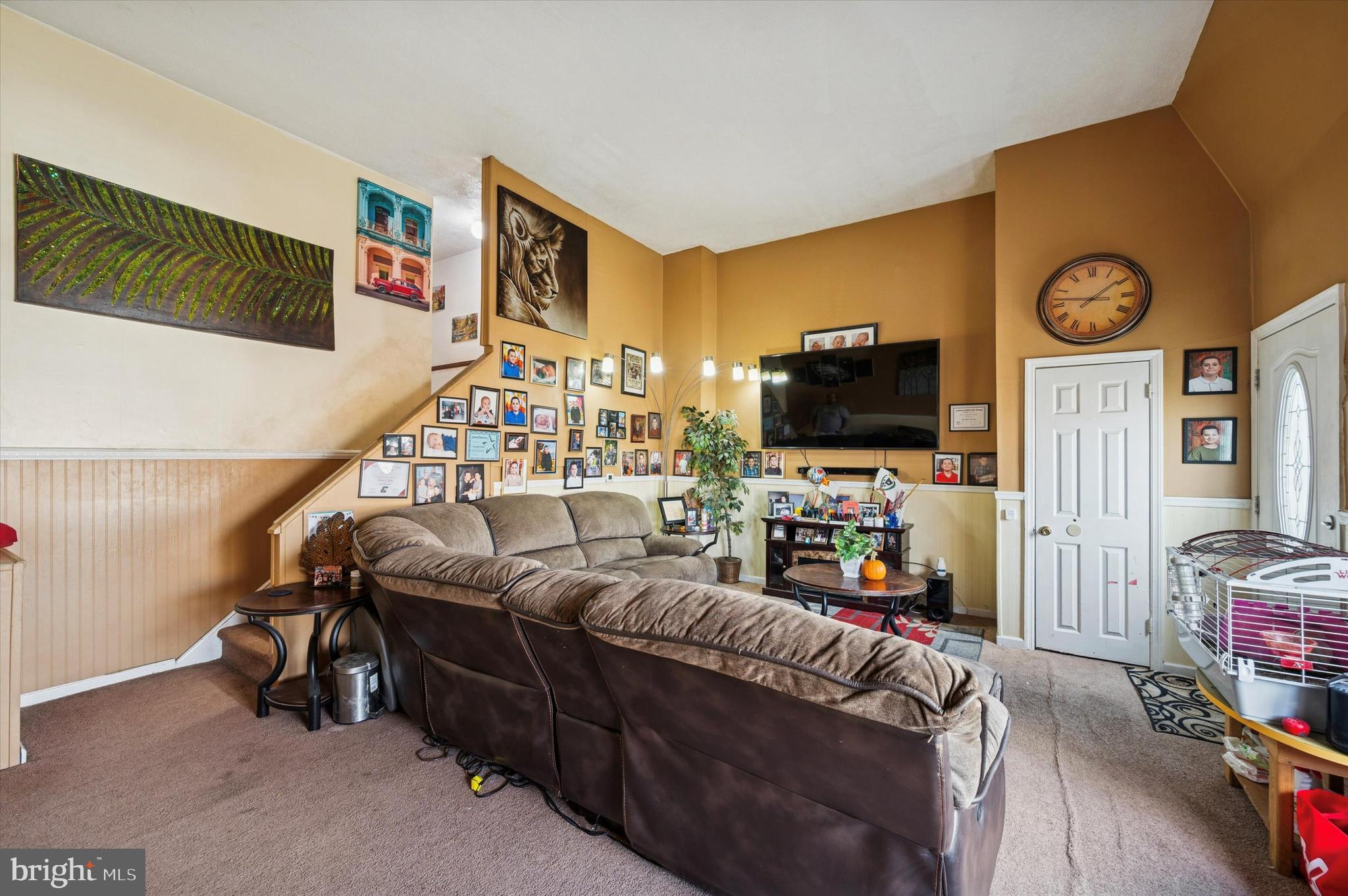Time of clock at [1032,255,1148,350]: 1:46
